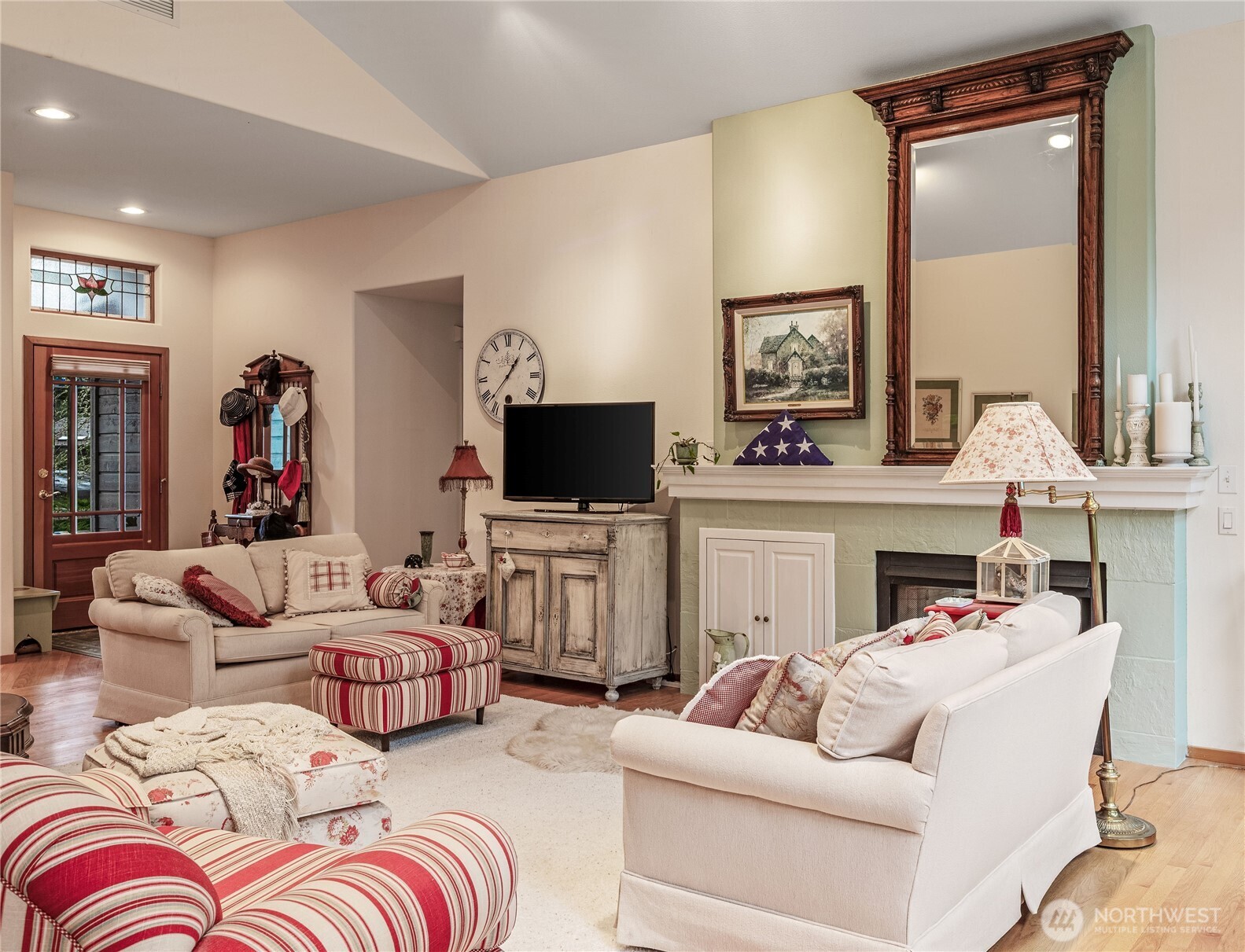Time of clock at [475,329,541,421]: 1:37
